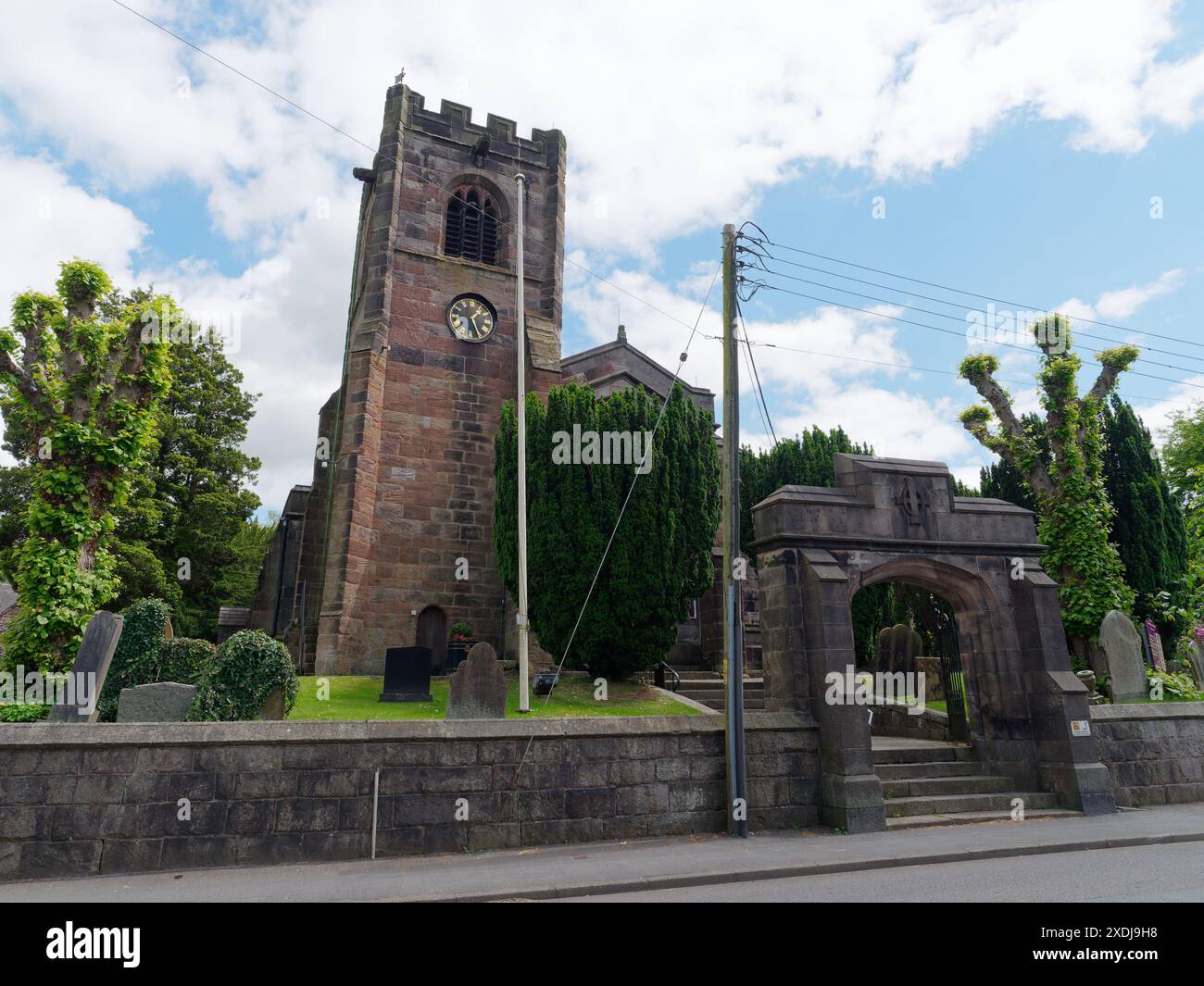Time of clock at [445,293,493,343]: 1:26
